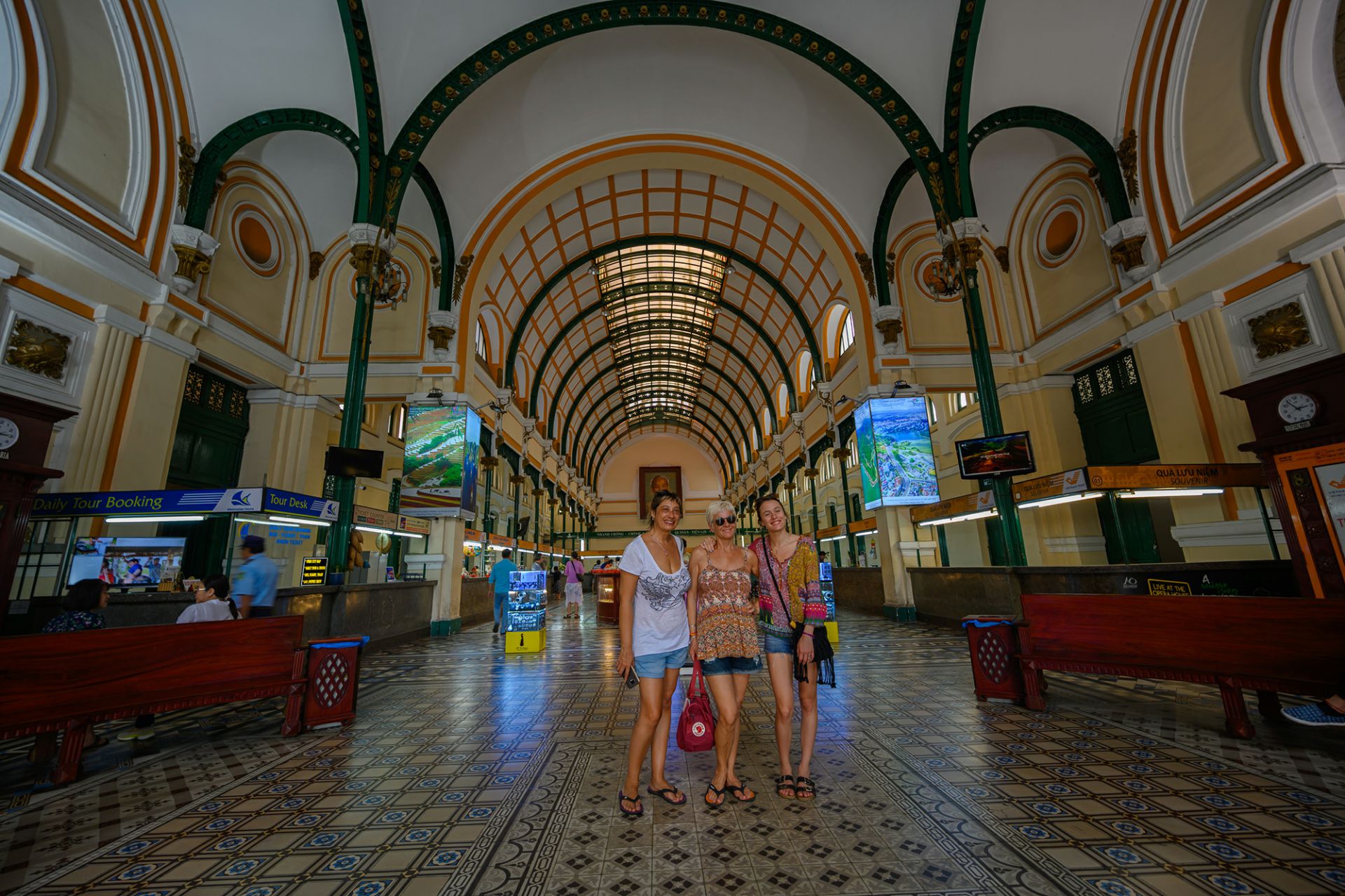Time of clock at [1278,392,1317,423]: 2:53
